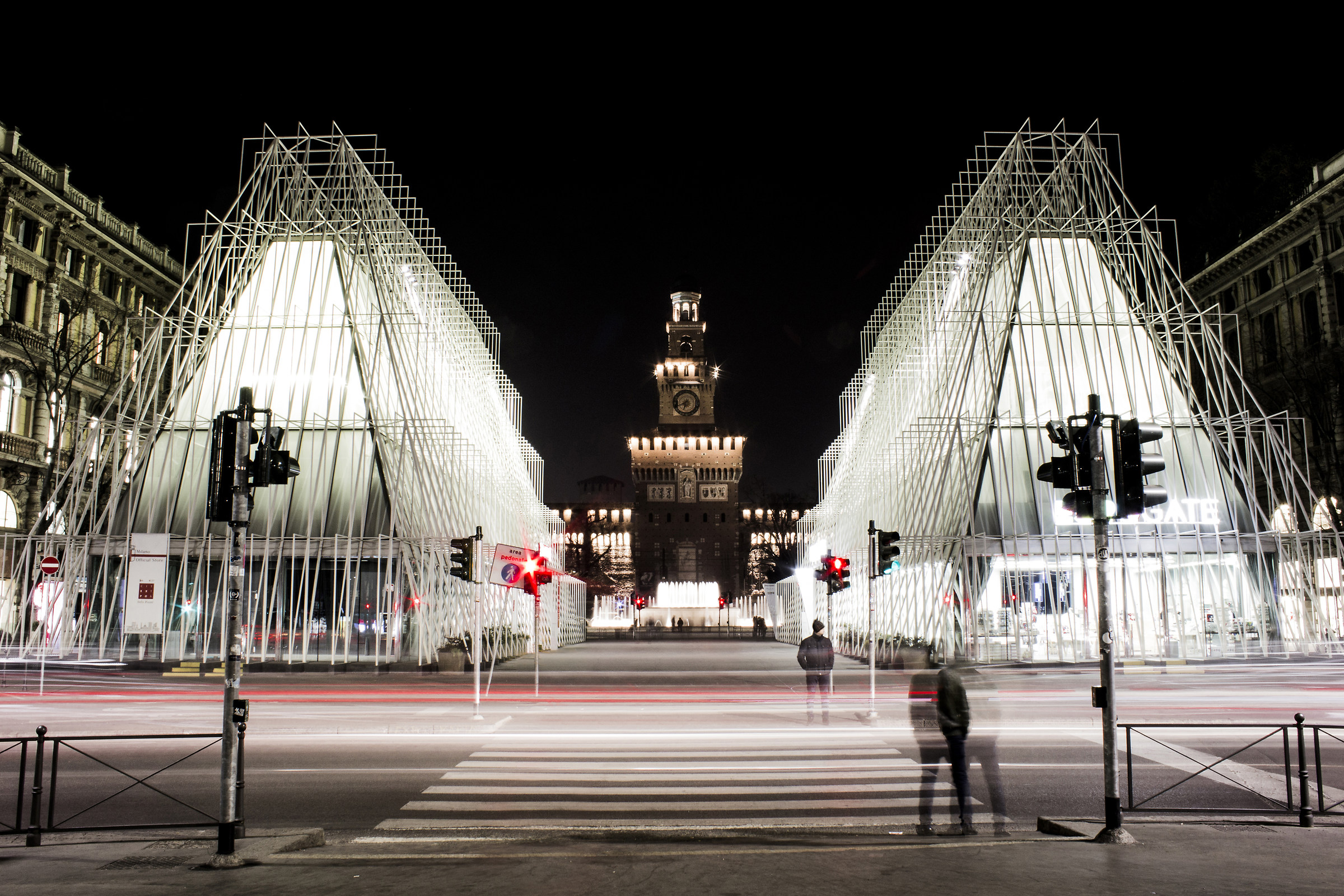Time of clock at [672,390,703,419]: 6:41
